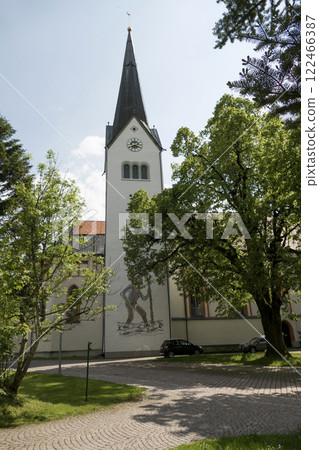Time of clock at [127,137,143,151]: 3:40
